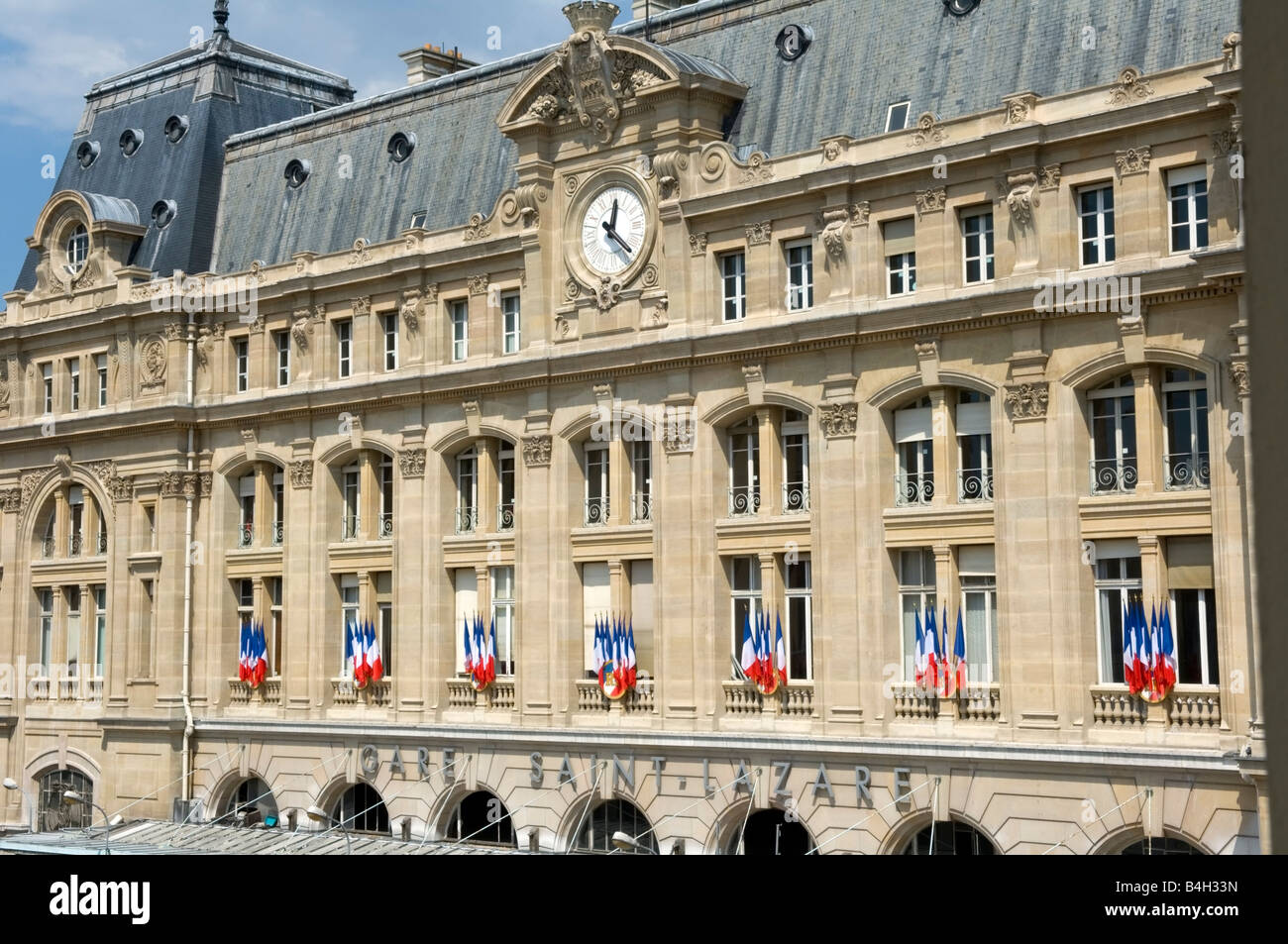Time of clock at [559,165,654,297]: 12:21
